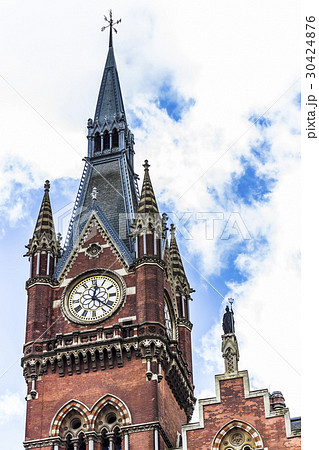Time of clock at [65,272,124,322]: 12:21
